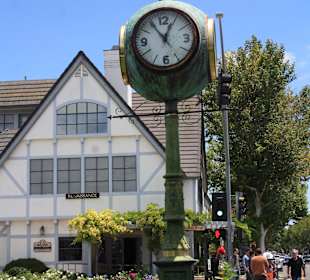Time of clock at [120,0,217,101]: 12:53
